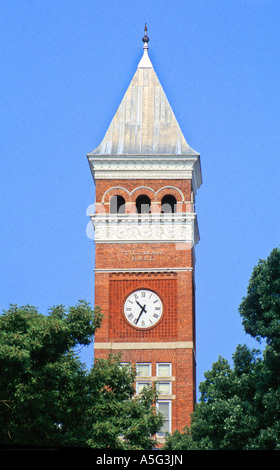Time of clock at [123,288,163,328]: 10:34
